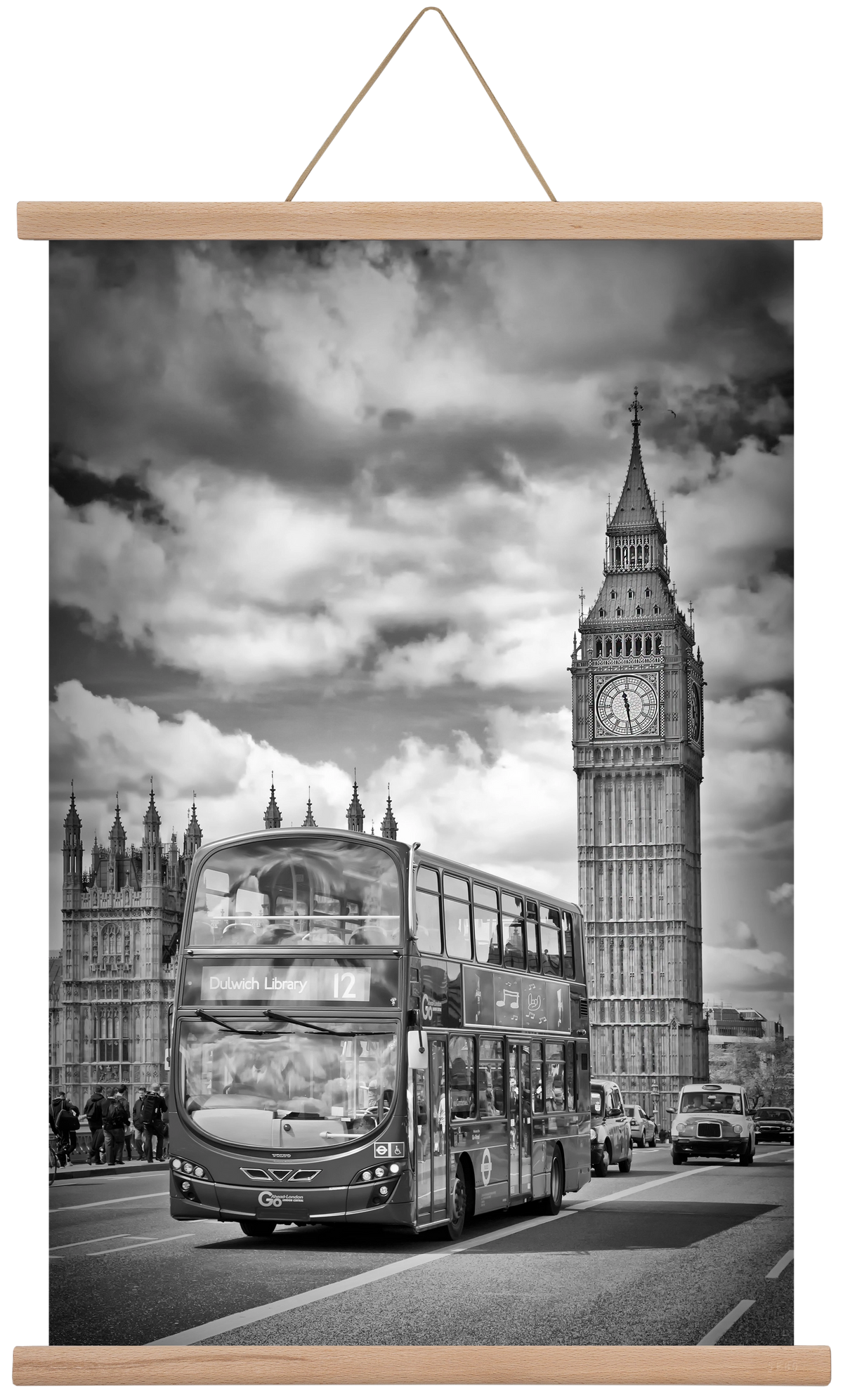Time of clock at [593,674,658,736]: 11:28
